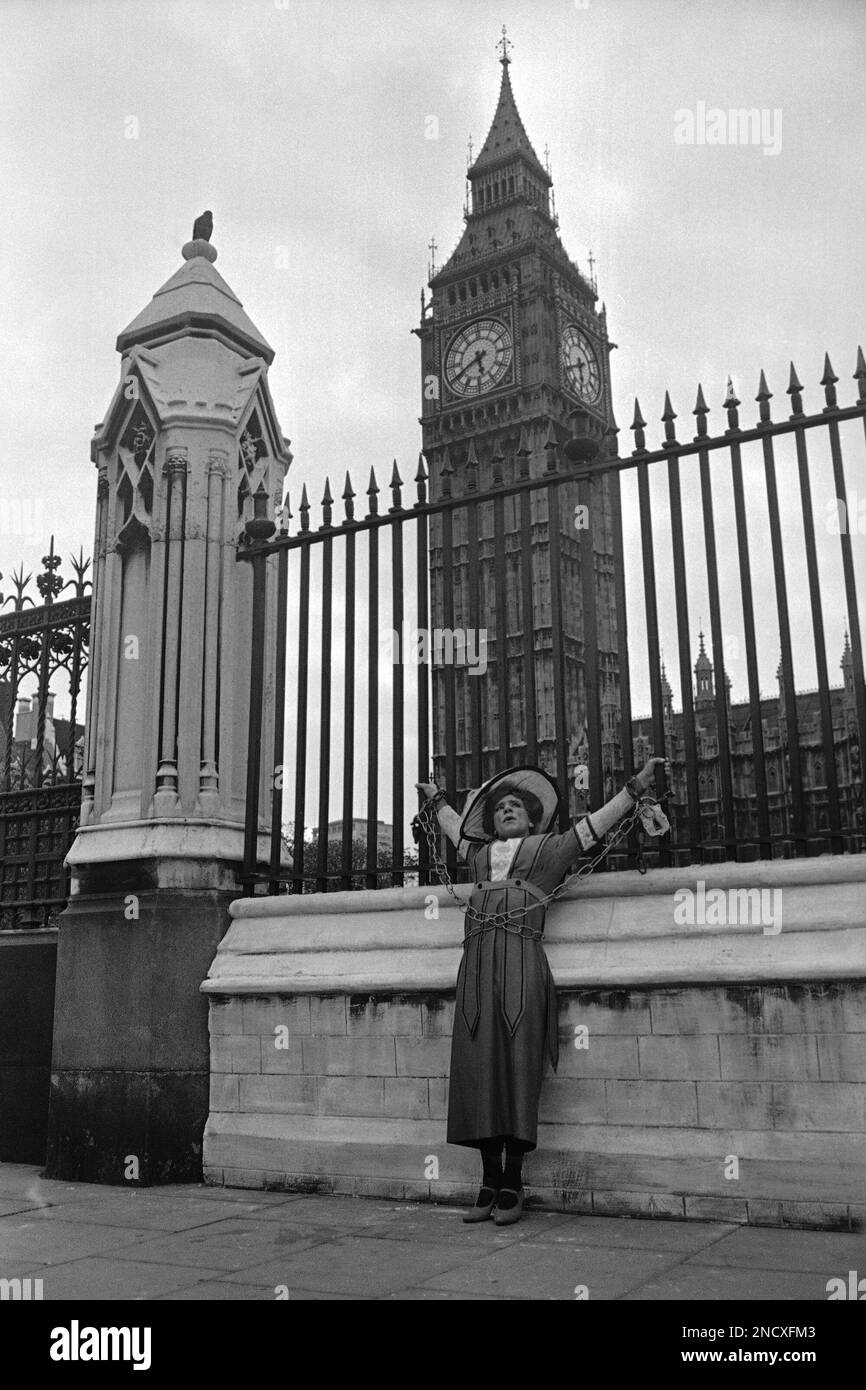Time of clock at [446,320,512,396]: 5:40
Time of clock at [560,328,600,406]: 5:40
